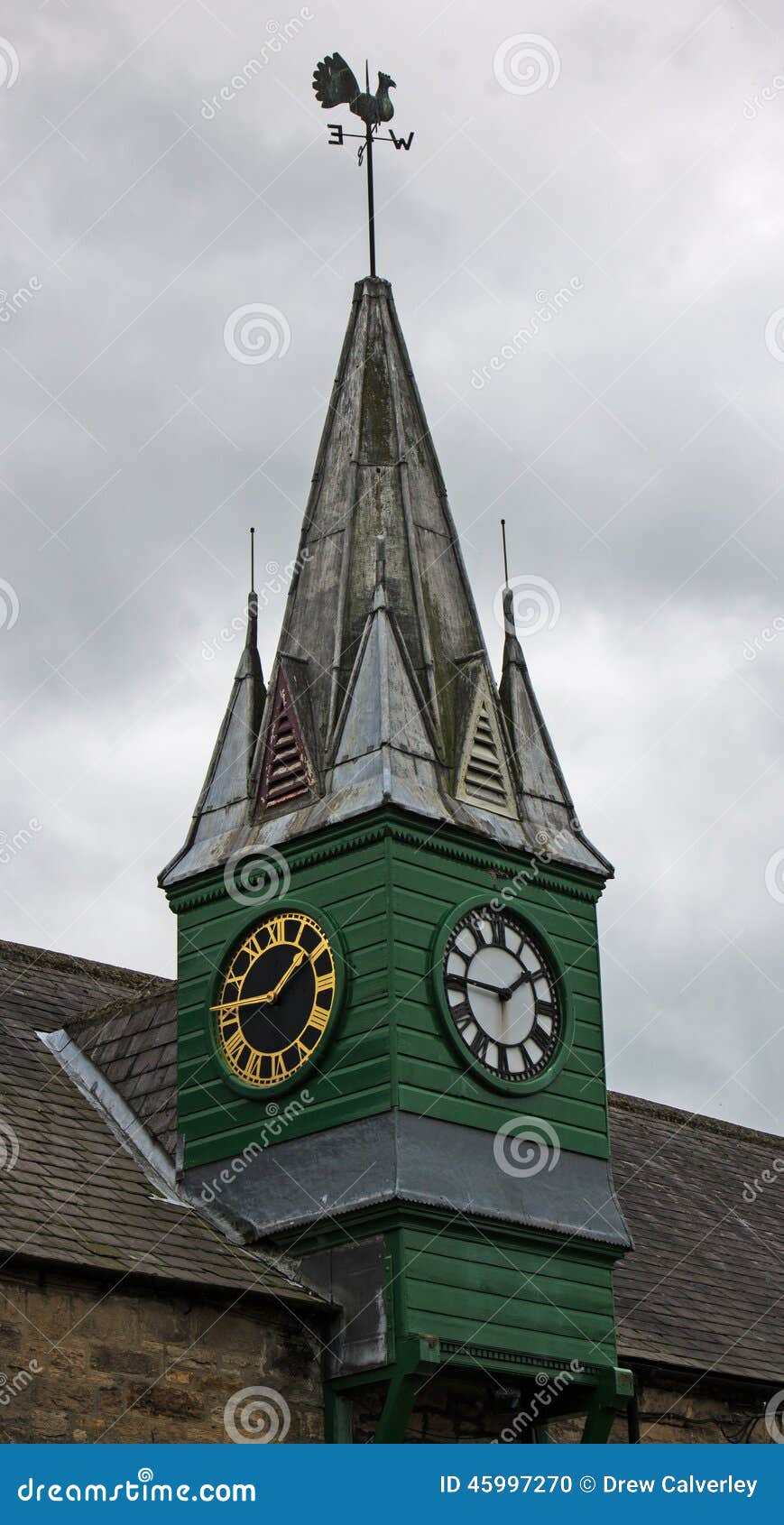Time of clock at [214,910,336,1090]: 1:46
